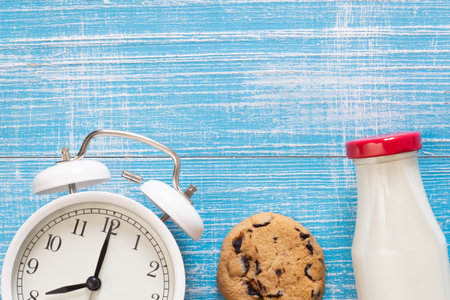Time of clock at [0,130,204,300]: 8:00
